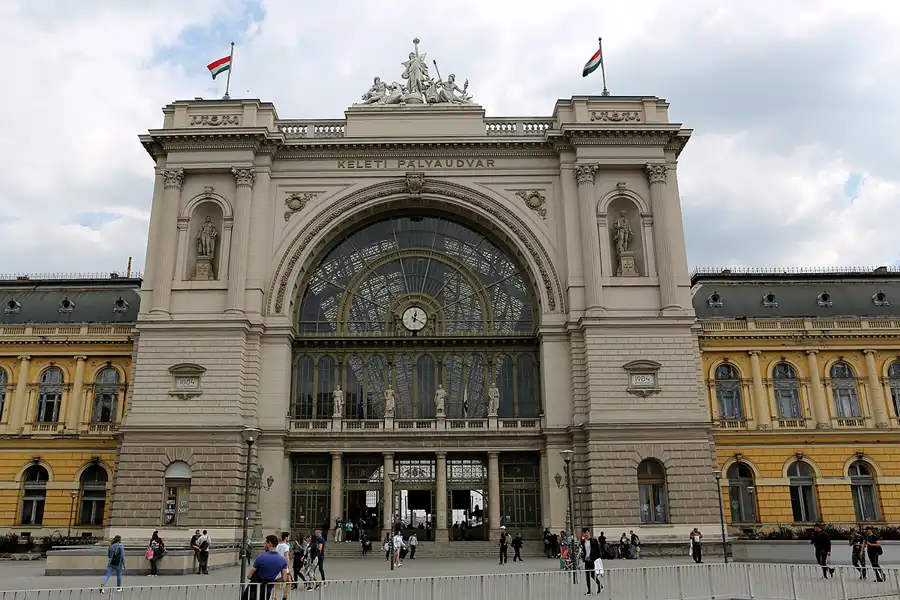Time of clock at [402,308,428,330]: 12:19
